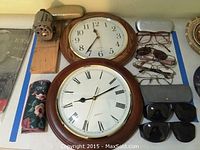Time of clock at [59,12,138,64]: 11:36
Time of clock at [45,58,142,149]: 9:12
